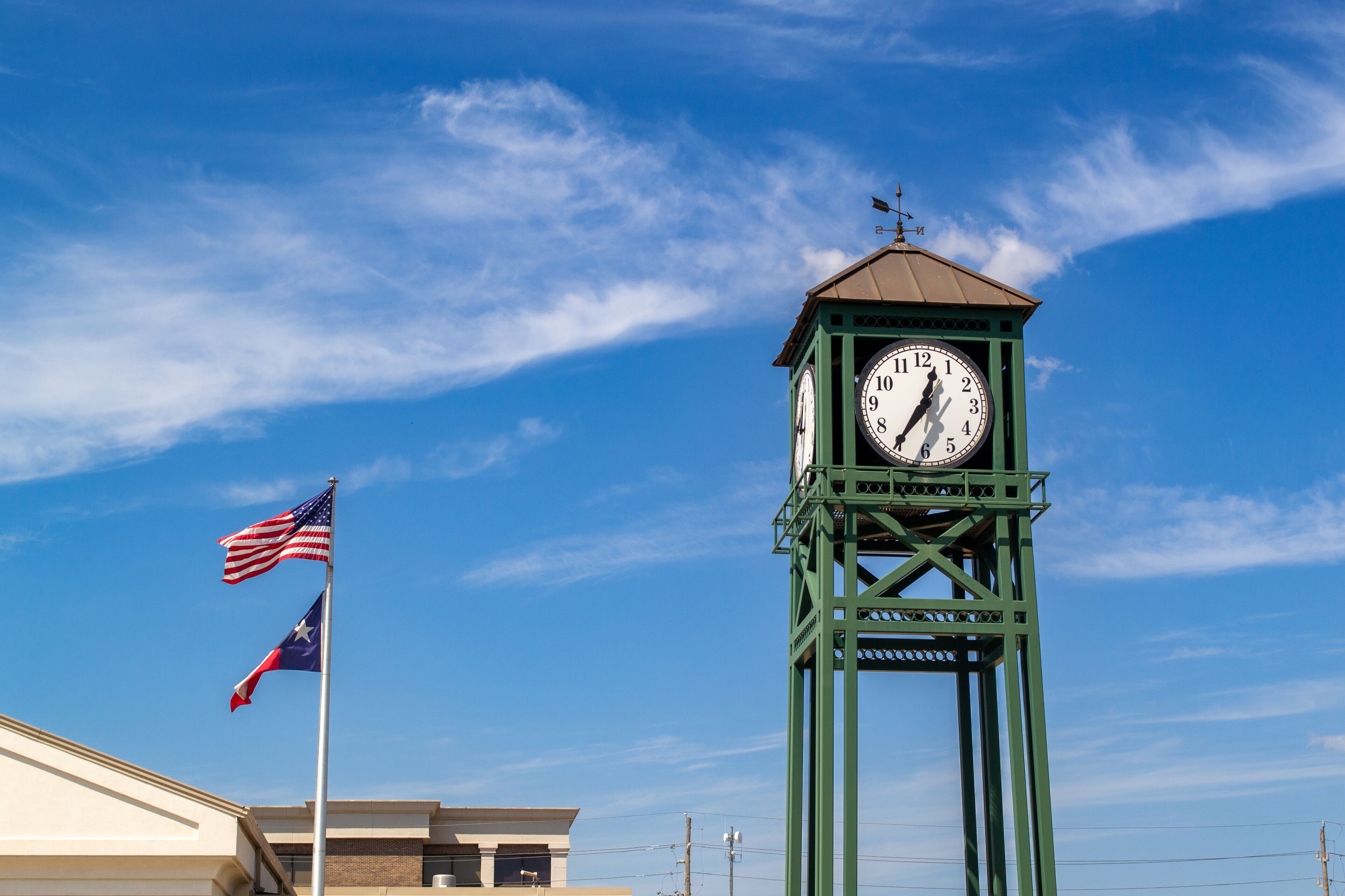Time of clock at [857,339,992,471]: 12:35
